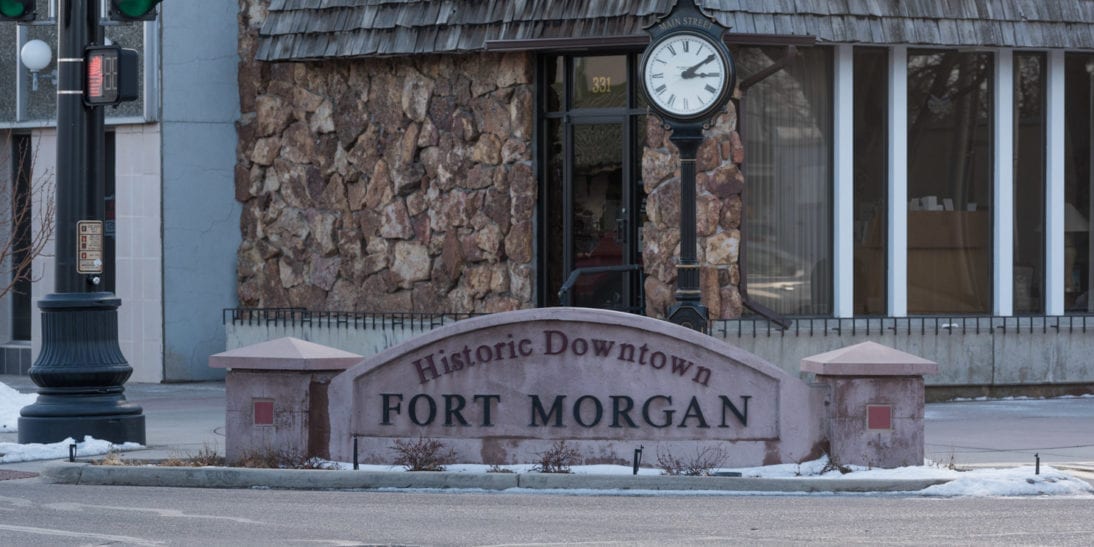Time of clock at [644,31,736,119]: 3:09
